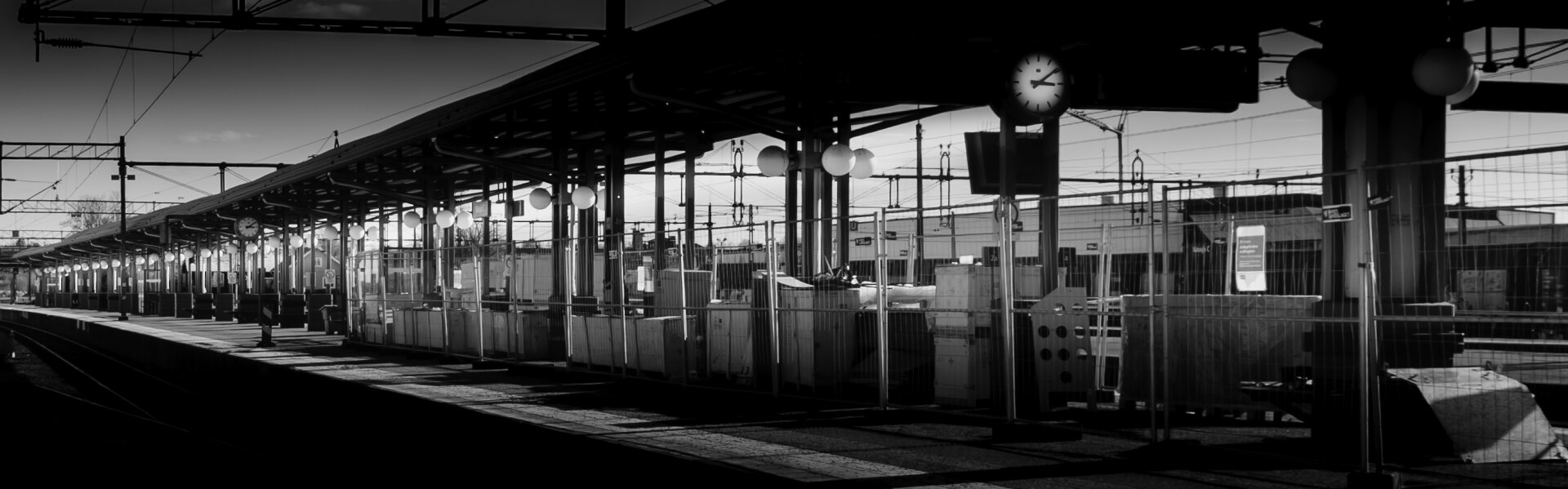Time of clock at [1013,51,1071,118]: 3:09
